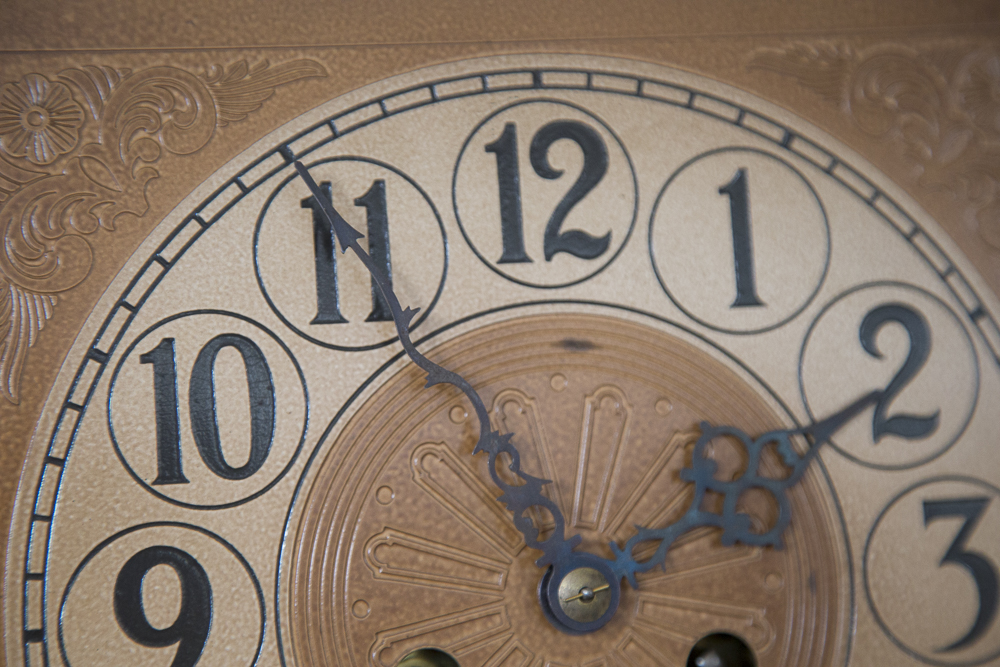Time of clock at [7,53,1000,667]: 1:55
